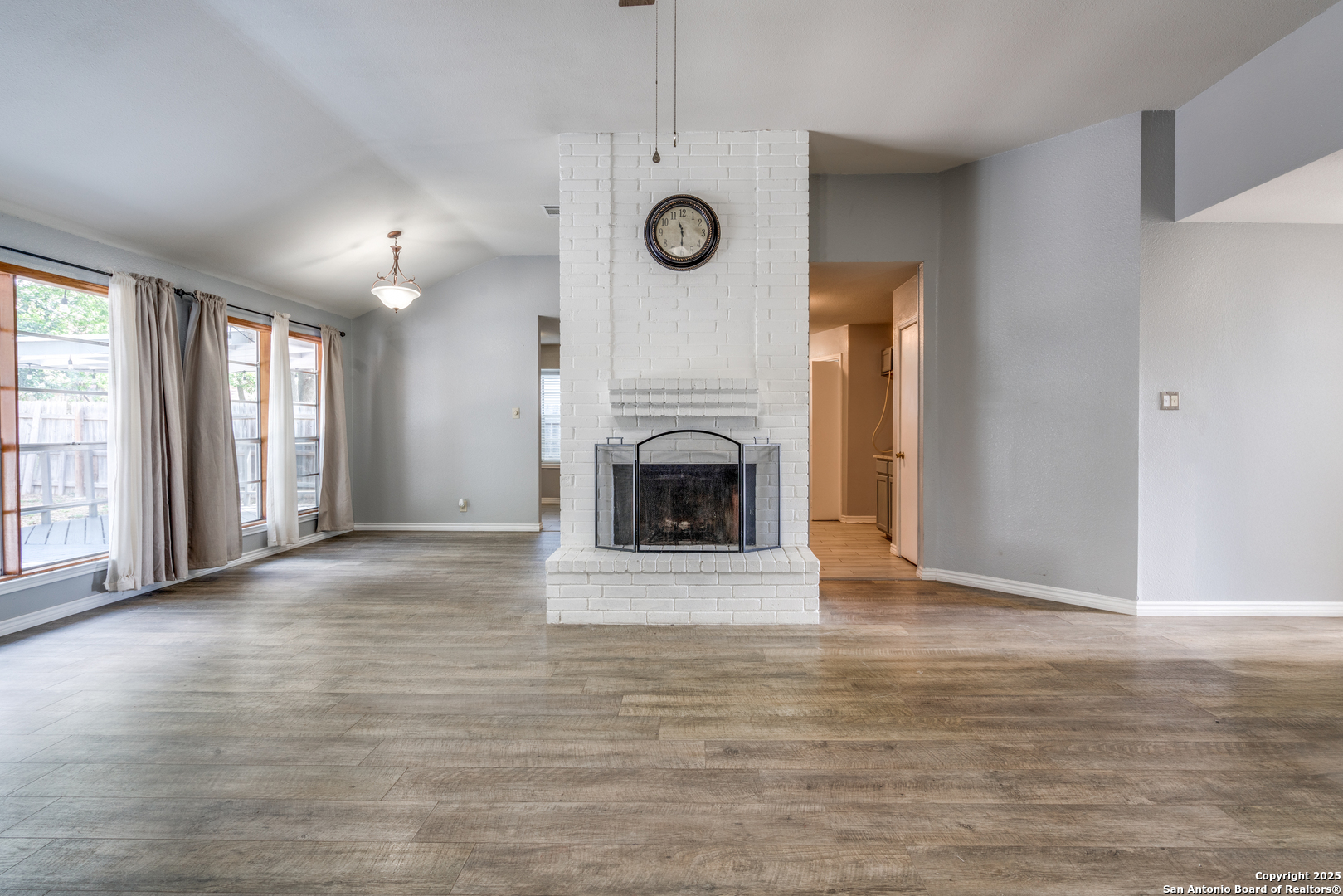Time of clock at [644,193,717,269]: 11:29
